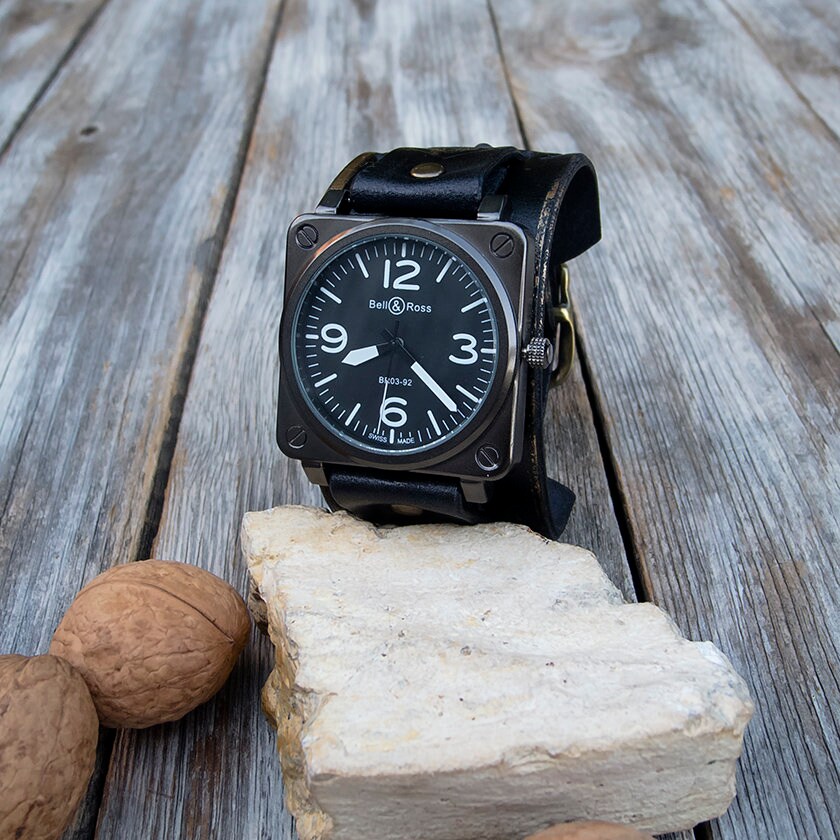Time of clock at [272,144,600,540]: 8:21
